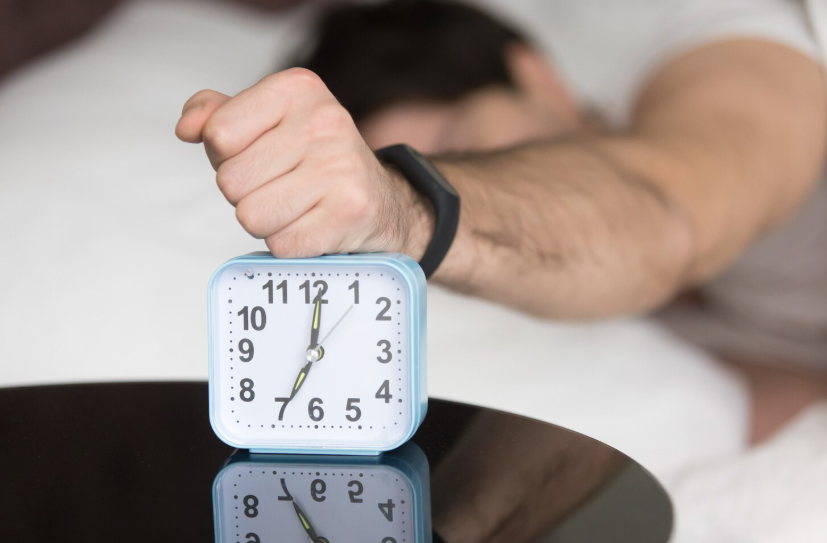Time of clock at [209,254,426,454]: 7:00
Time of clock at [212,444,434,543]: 12:34
